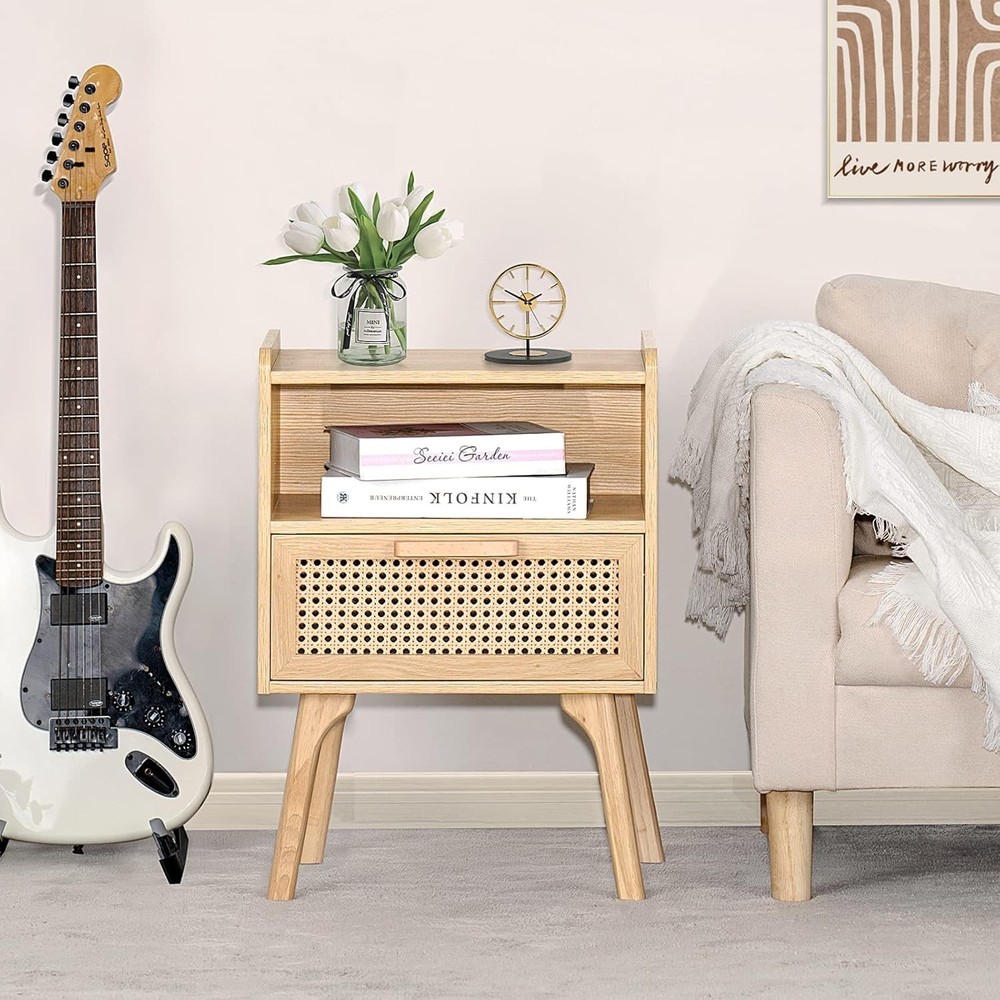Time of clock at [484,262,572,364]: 1:50
